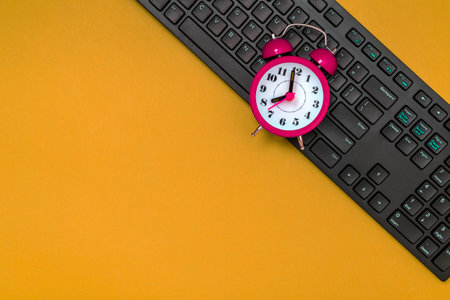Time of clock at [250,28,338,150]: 7:59
